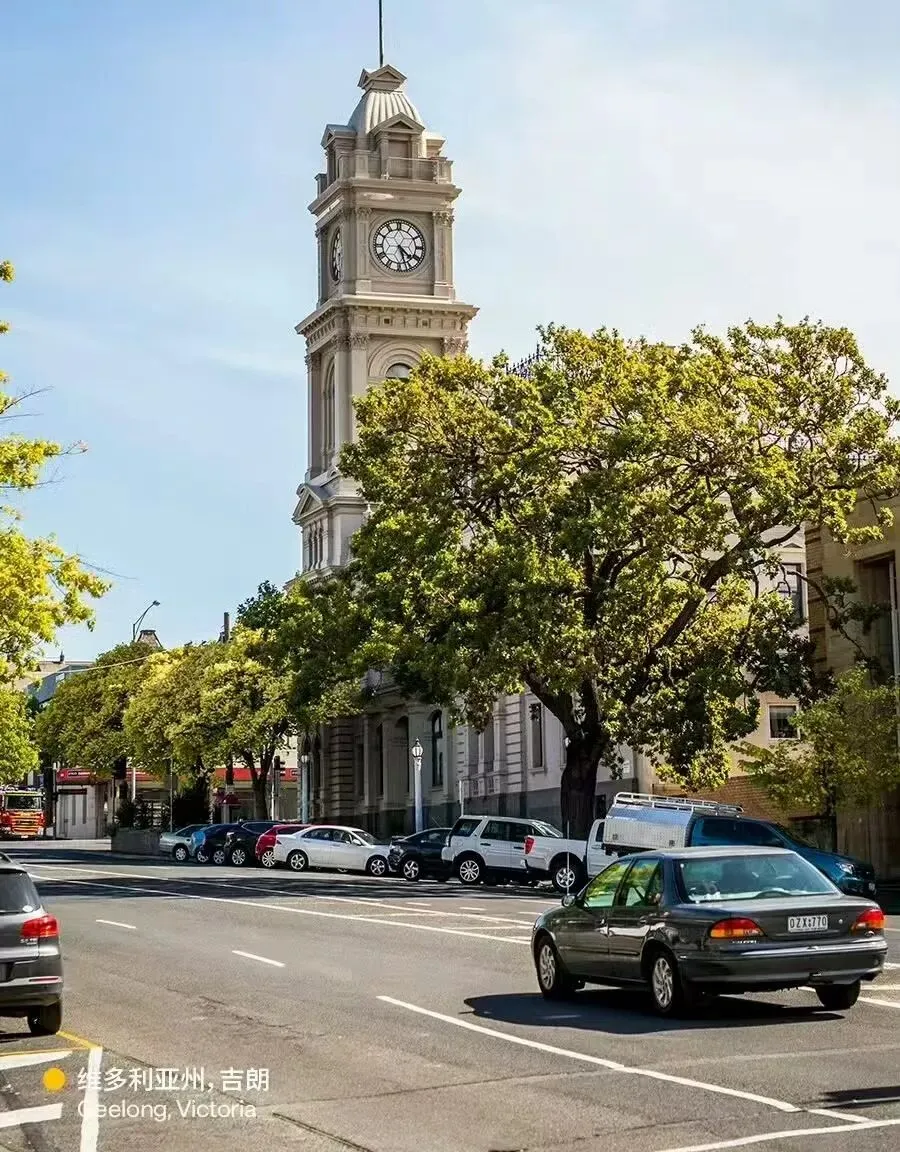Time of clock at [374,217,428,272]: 4:26
